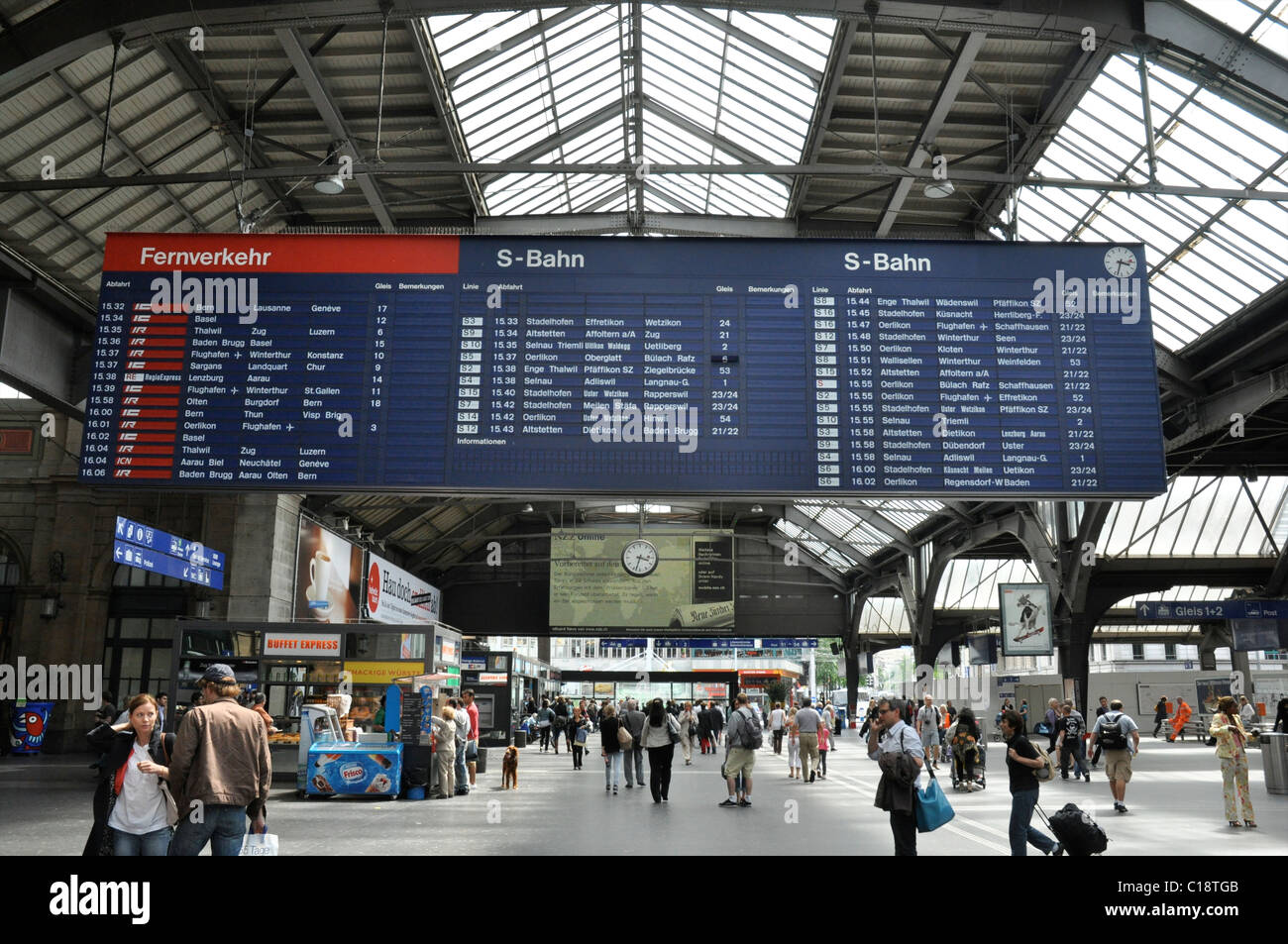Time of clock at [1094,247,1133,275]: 3:32
